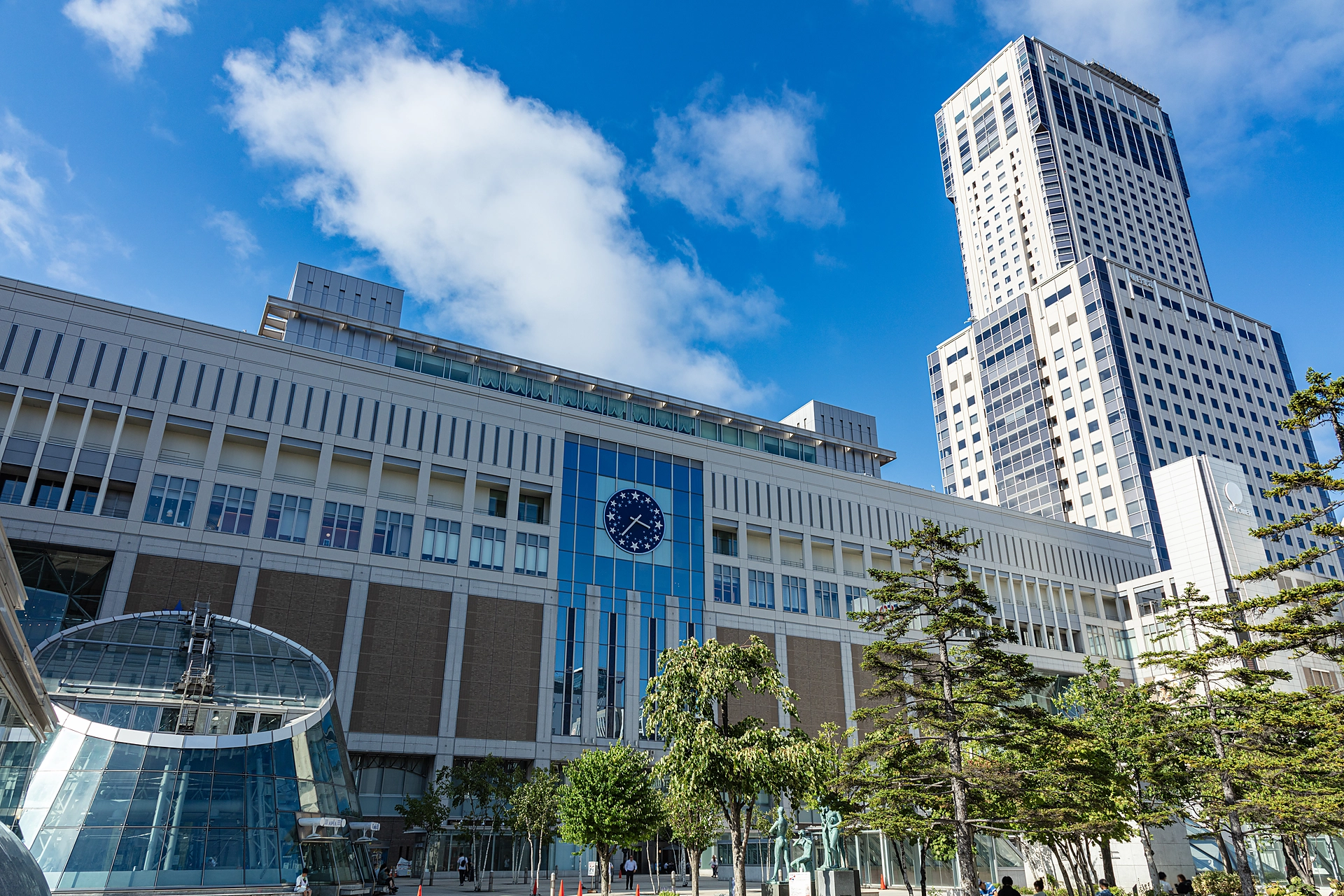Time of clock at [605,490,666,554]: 3:36
